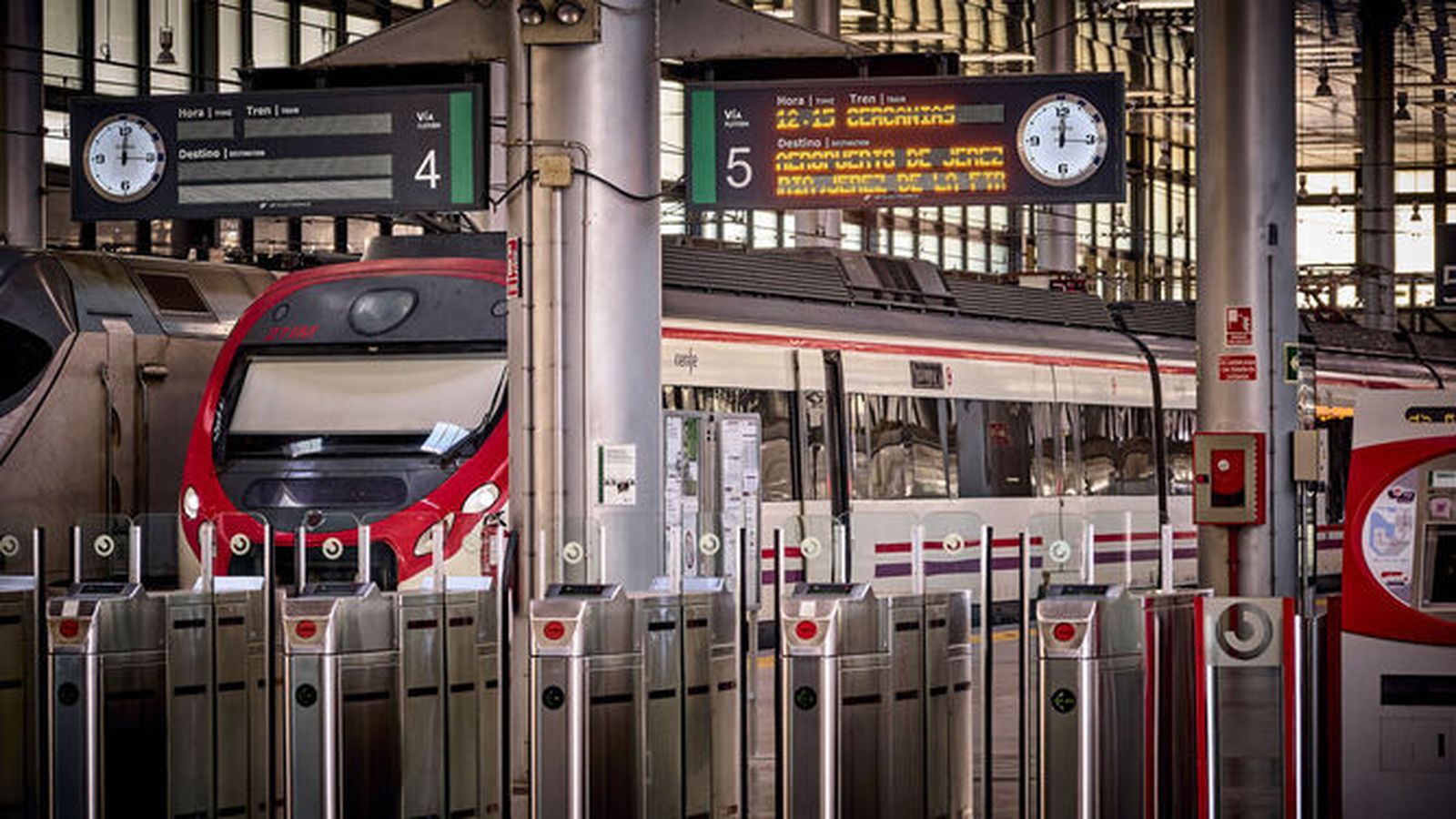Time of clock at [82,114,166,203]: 12:16
